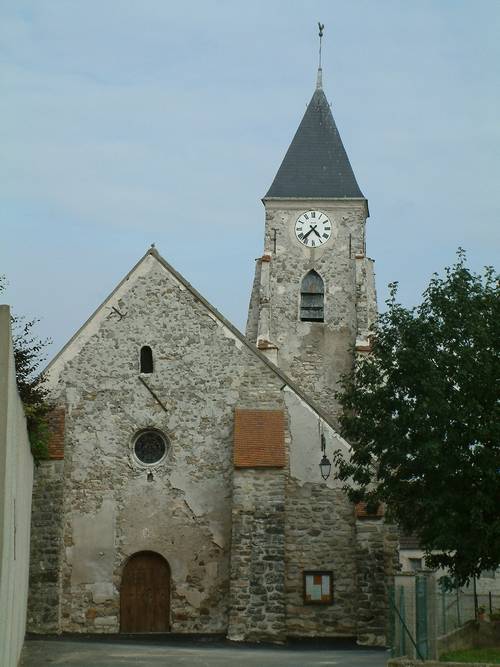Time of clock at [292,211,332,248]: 4:37
